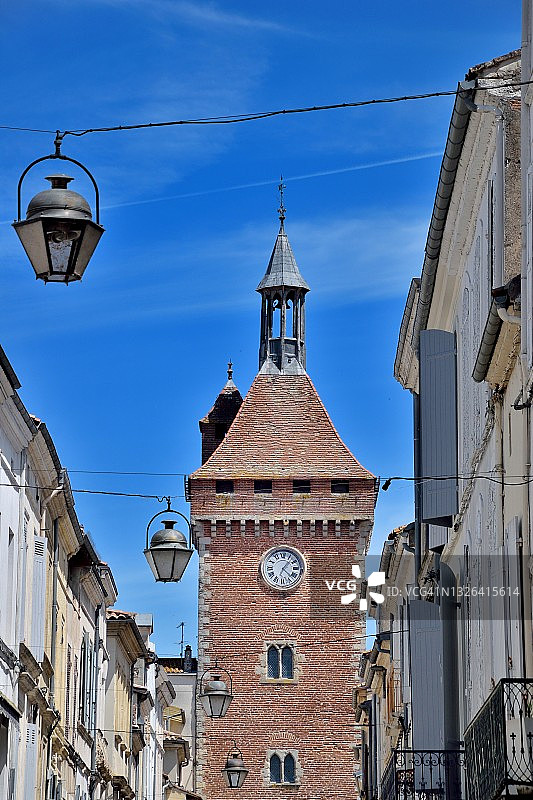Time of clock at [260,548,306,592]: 1:22
